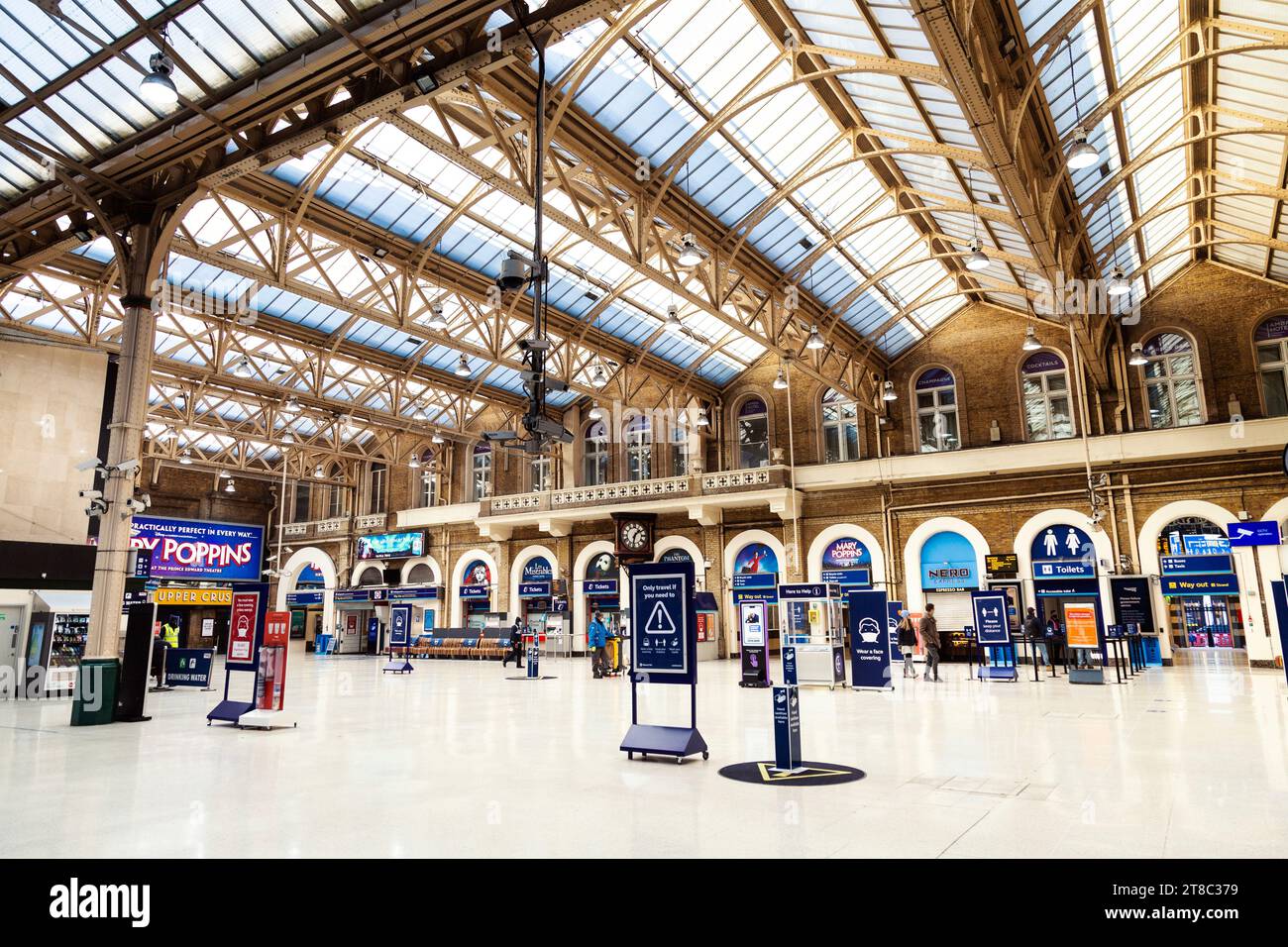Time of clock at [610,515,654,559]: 1:32
